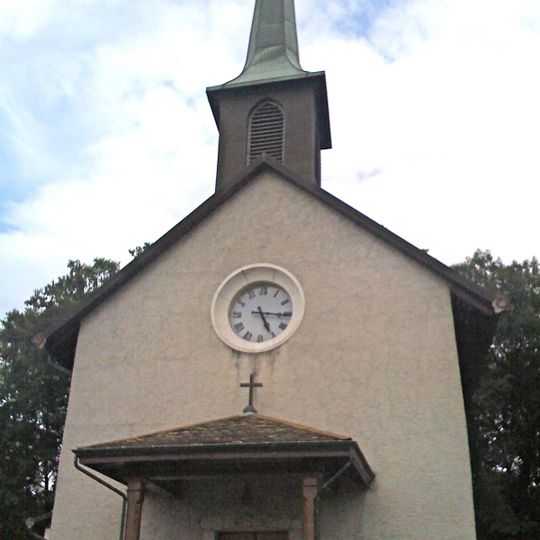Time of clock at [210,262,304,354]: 5:15
